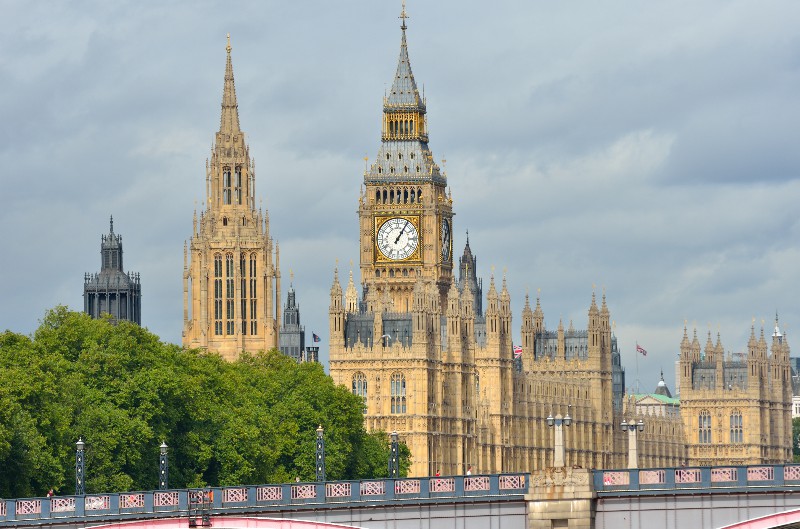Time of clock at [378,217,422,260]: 1:05
